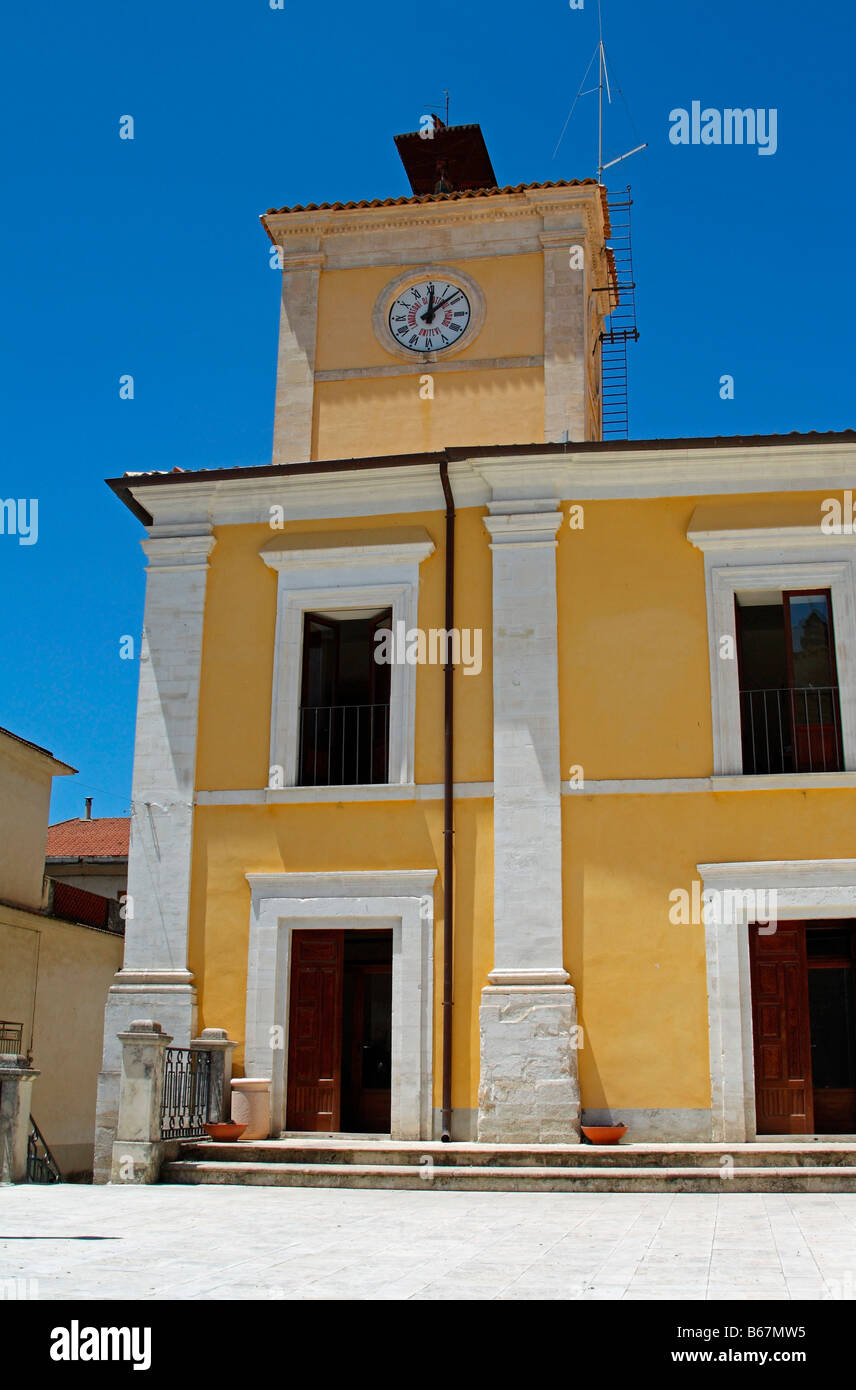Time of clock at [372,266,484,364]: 12:08
